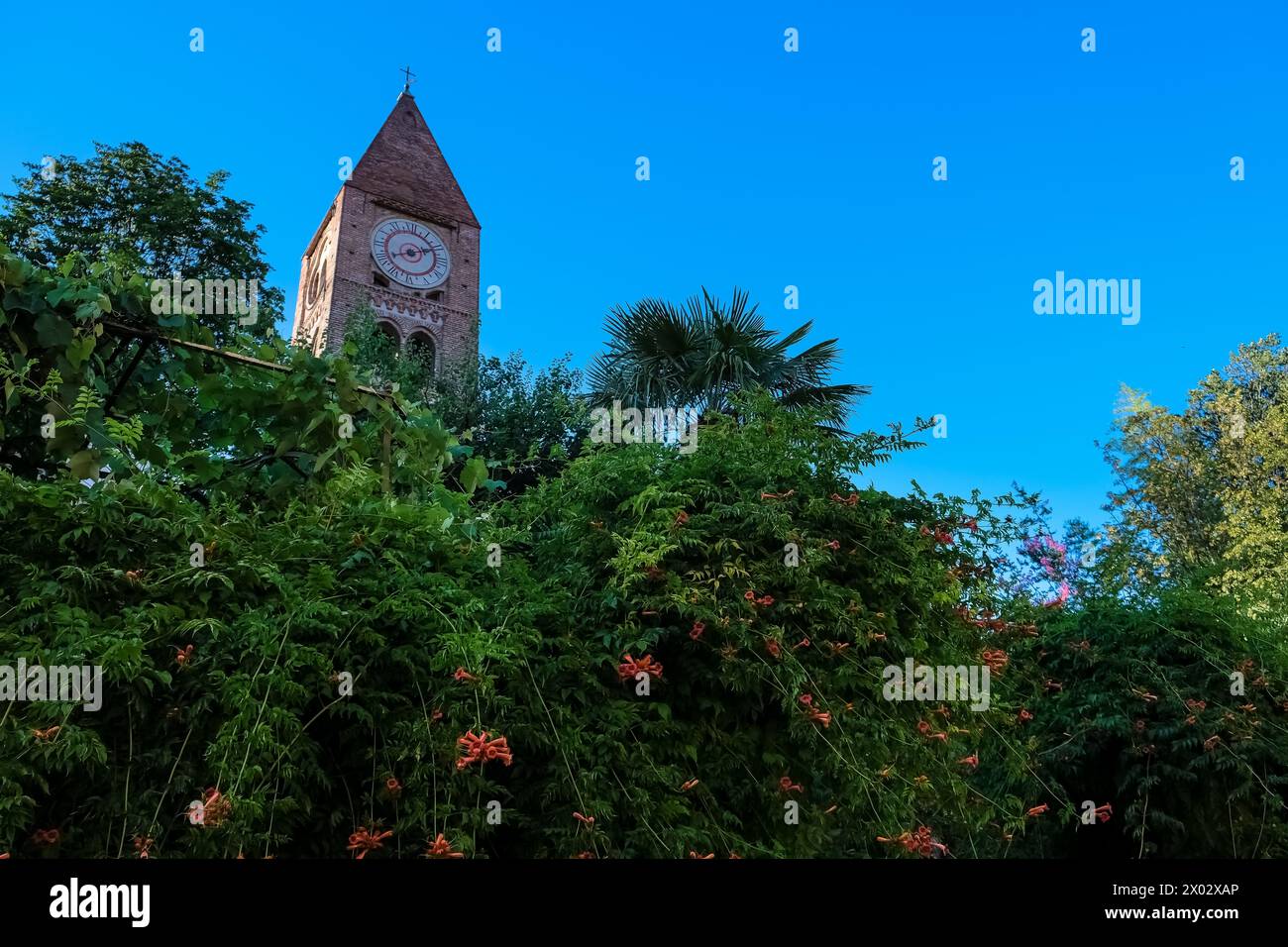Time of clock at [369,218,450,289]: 8:11
